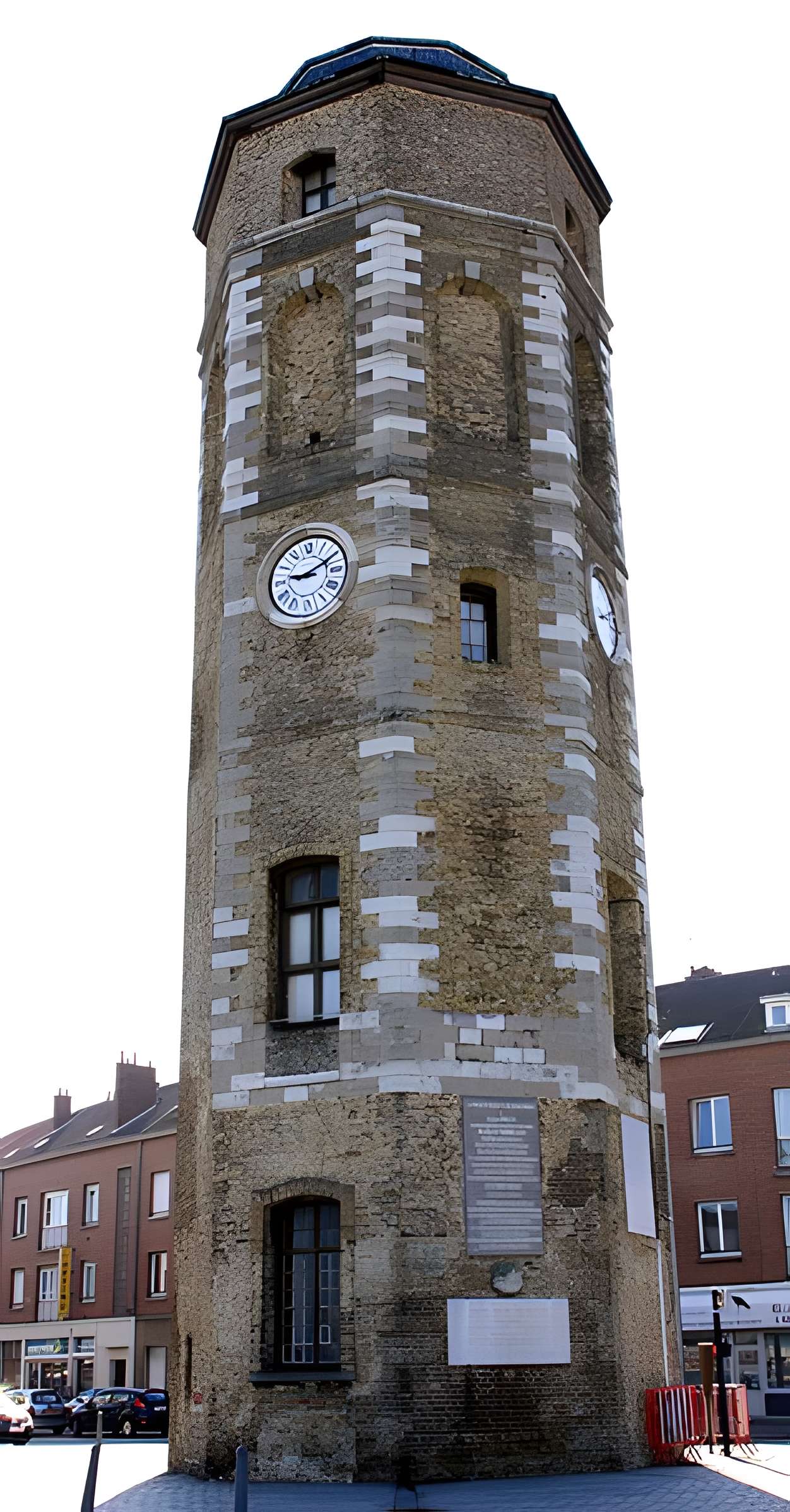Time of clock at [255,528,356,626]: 9:10
